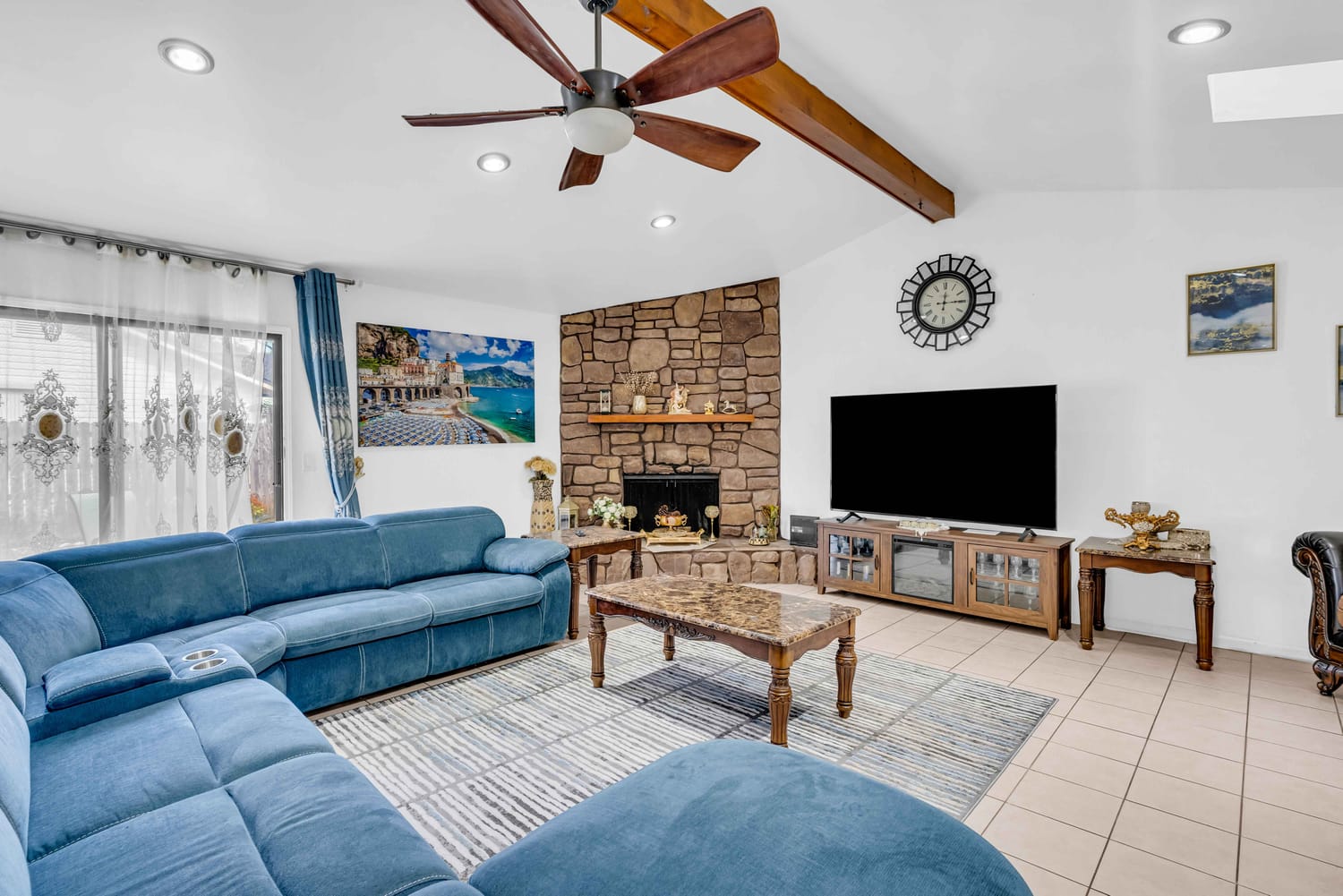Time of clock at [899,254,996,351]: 12:14
